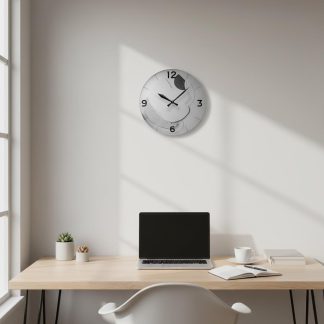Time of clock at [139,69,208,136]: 10:07
